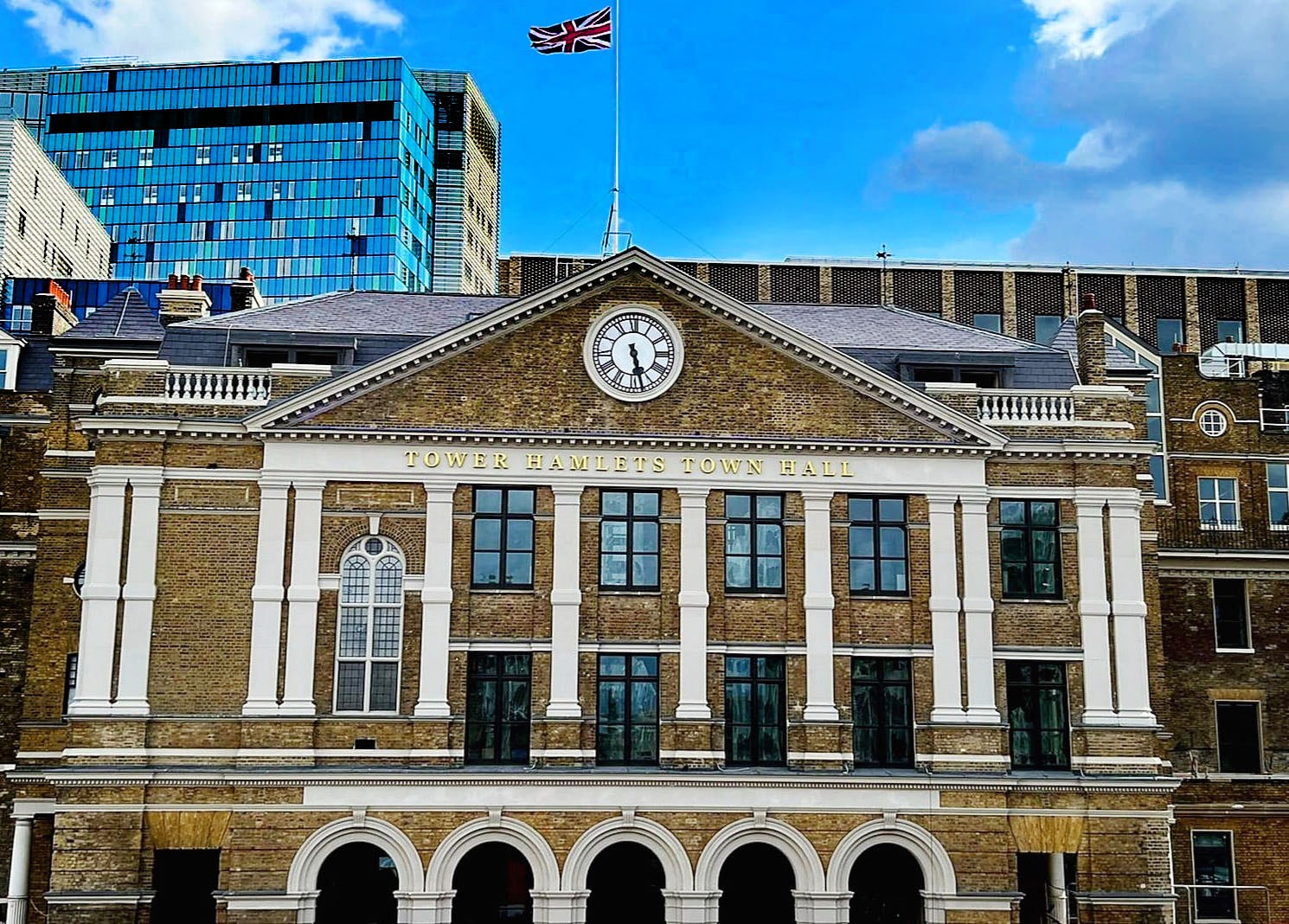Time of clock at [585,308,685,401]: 5:27
